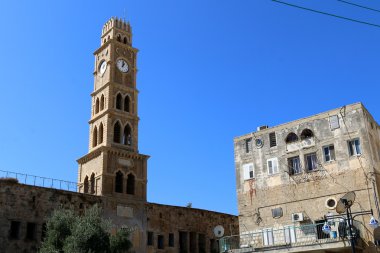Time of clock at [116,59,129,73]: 1:01
